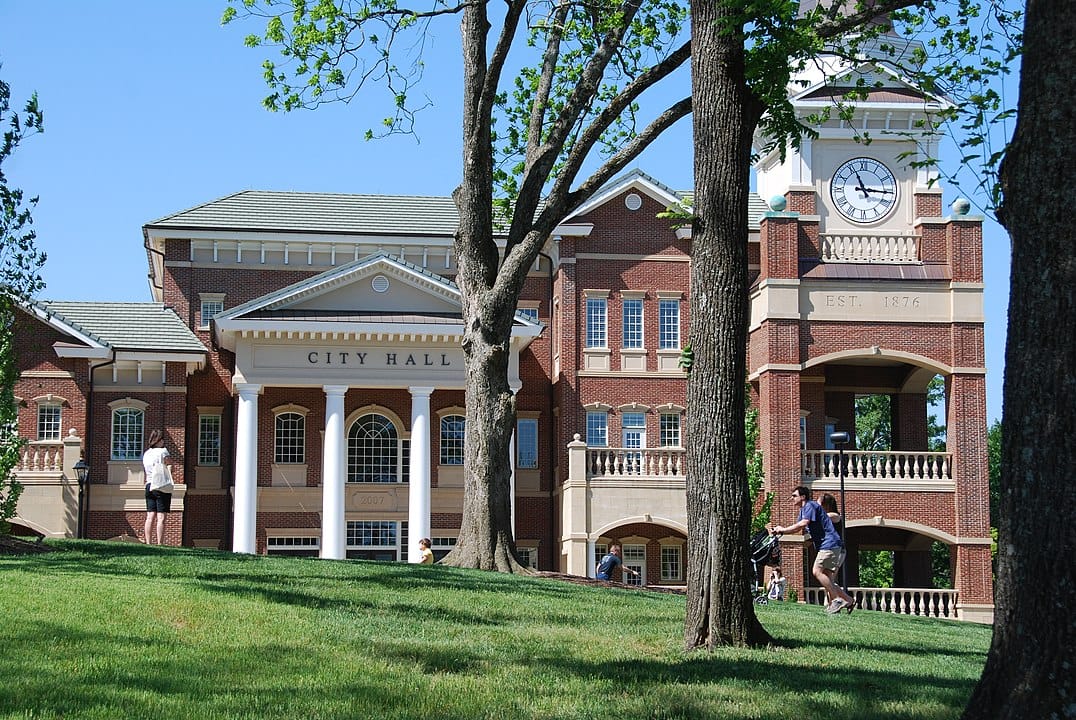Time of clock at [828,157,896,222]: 11:15
